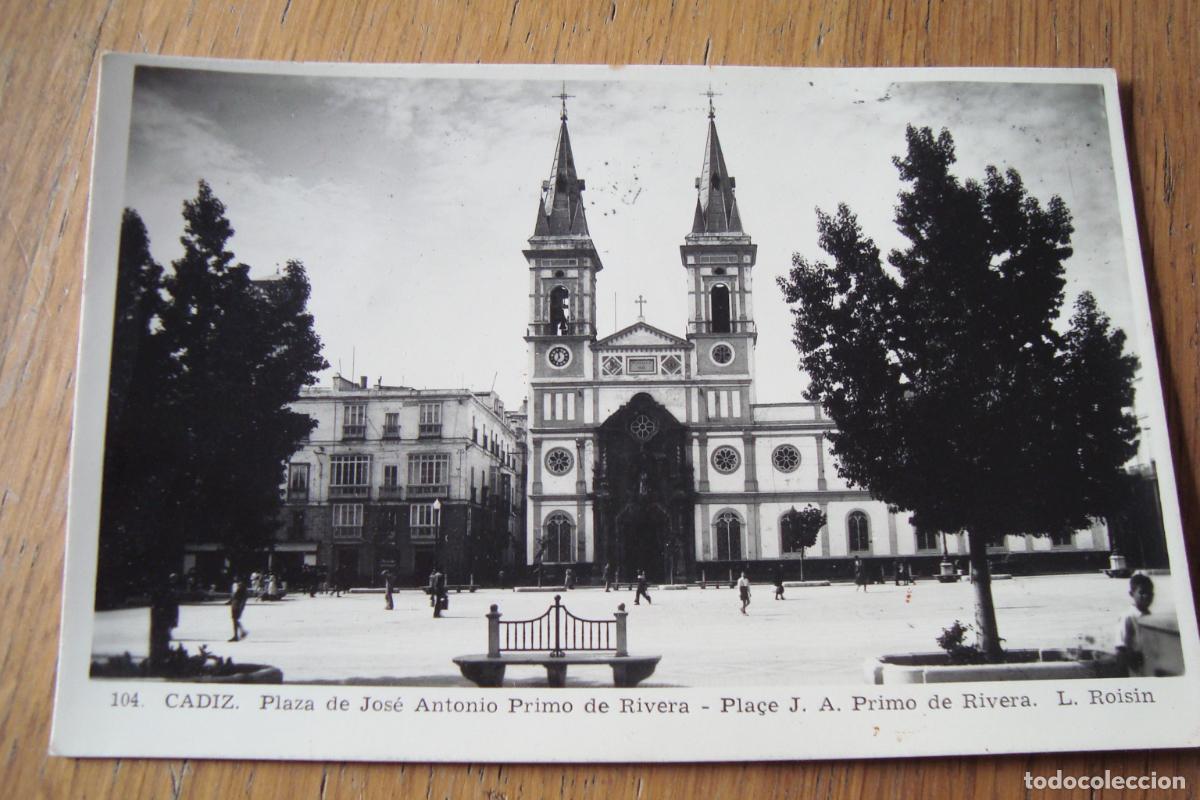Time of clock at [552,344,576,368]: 11:35
